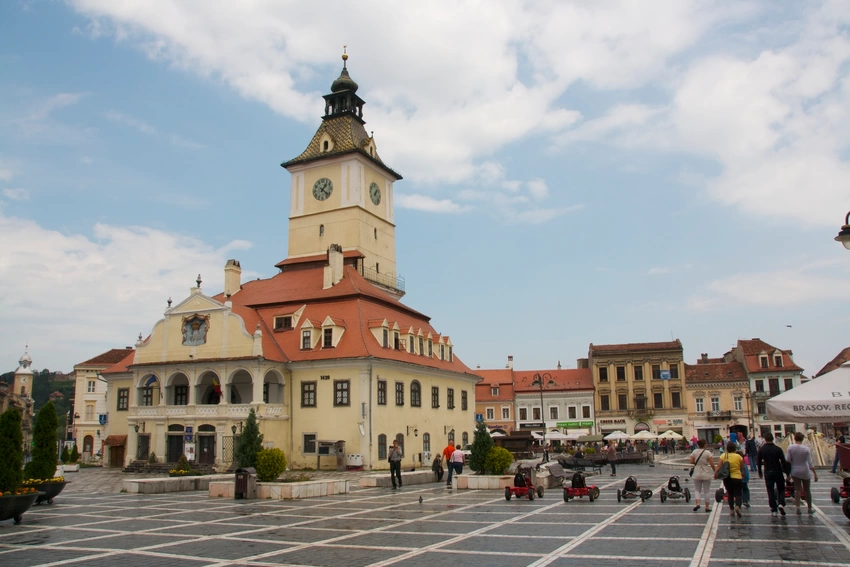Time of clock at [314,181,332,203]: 1:21
